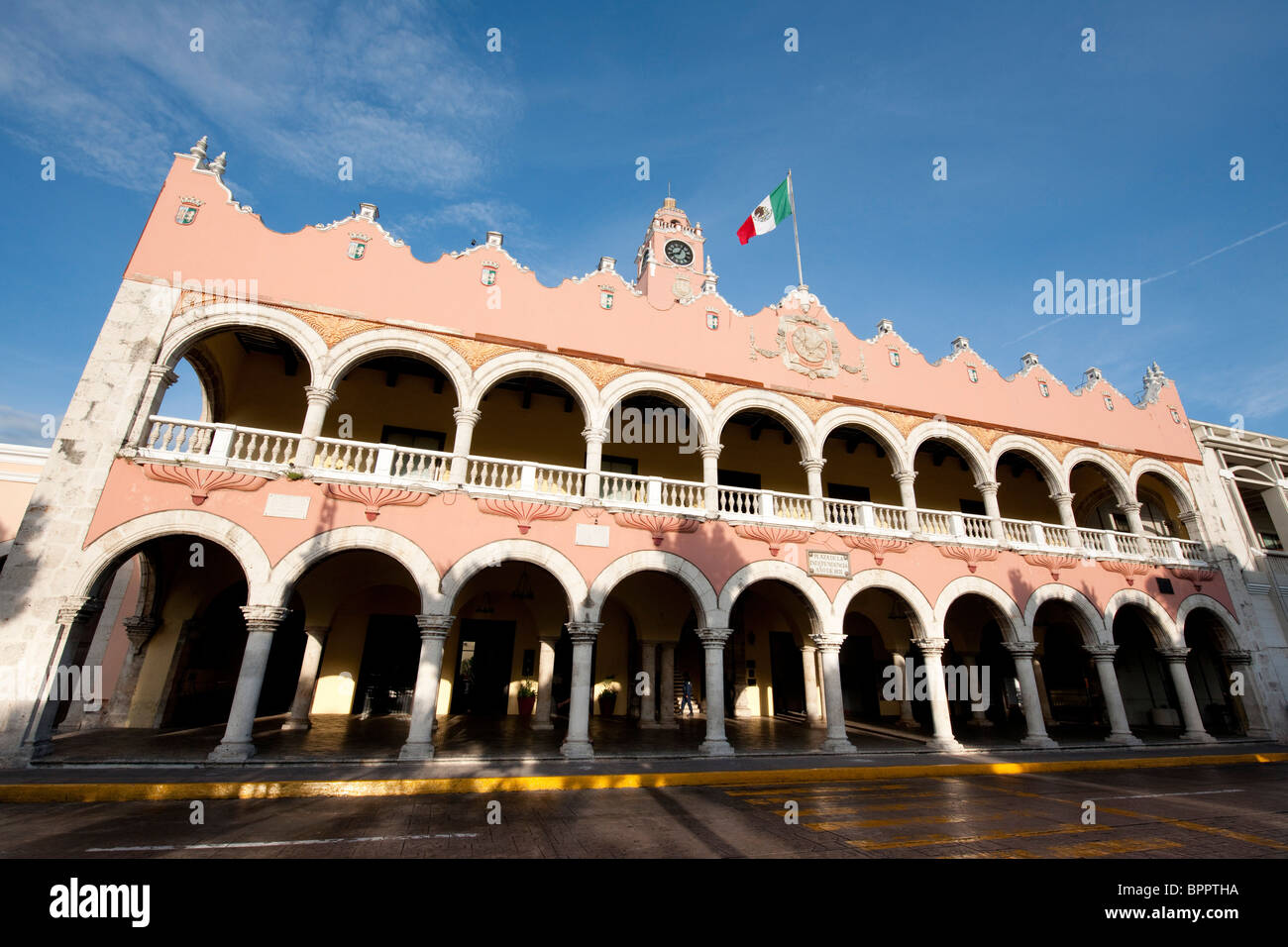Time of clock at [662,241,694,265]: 8:04
